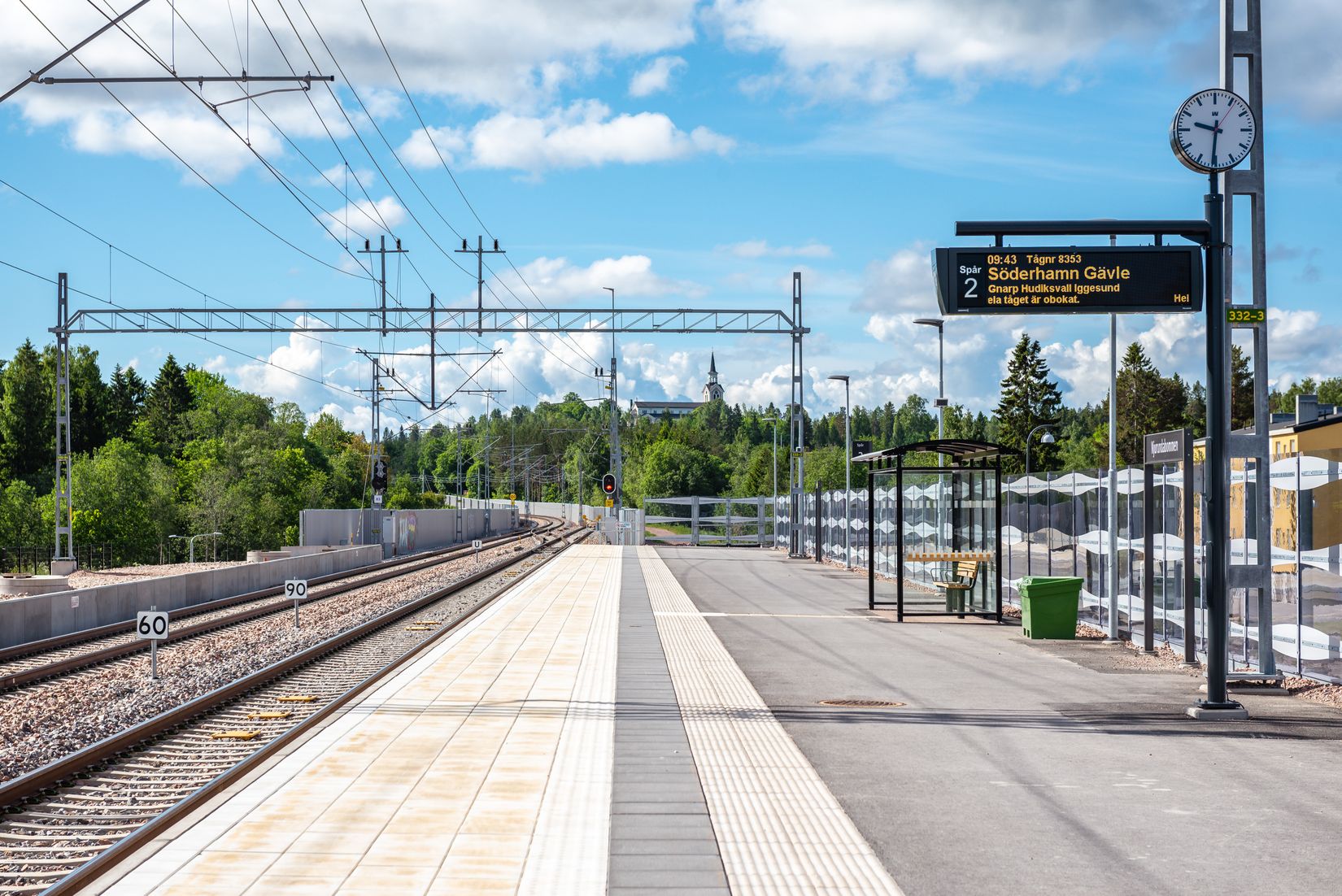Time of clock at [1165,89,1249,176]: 9:31
